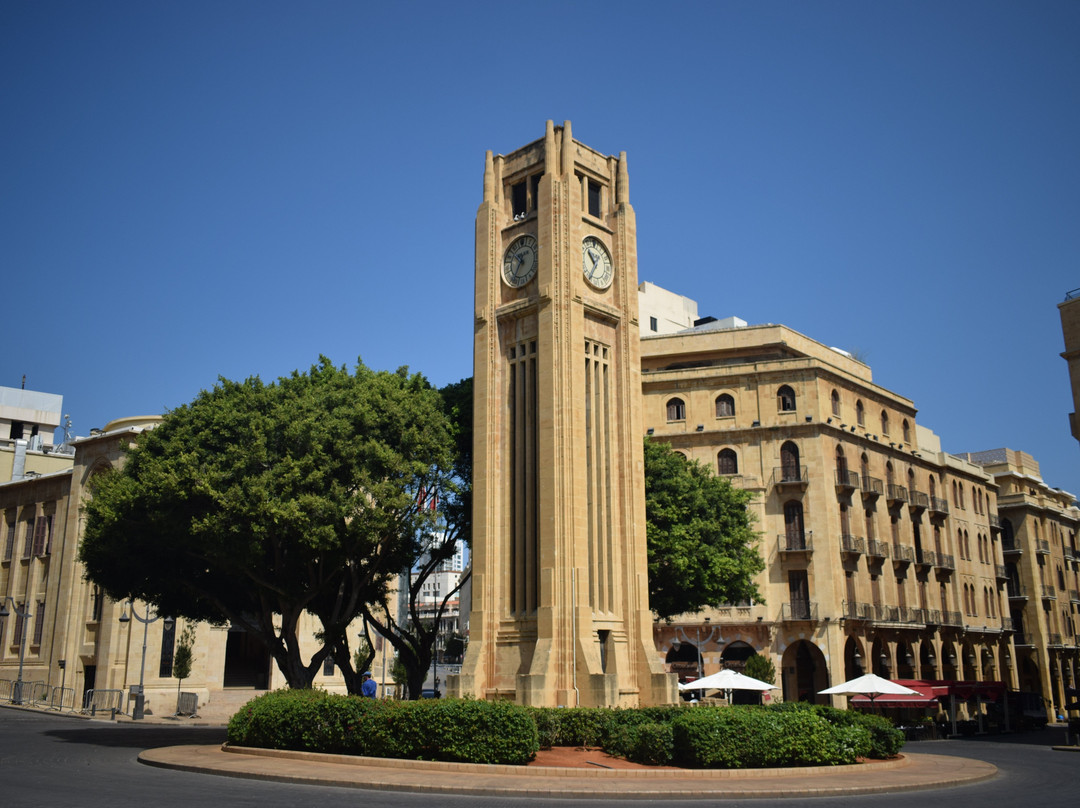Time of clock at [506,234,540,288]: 10:34
